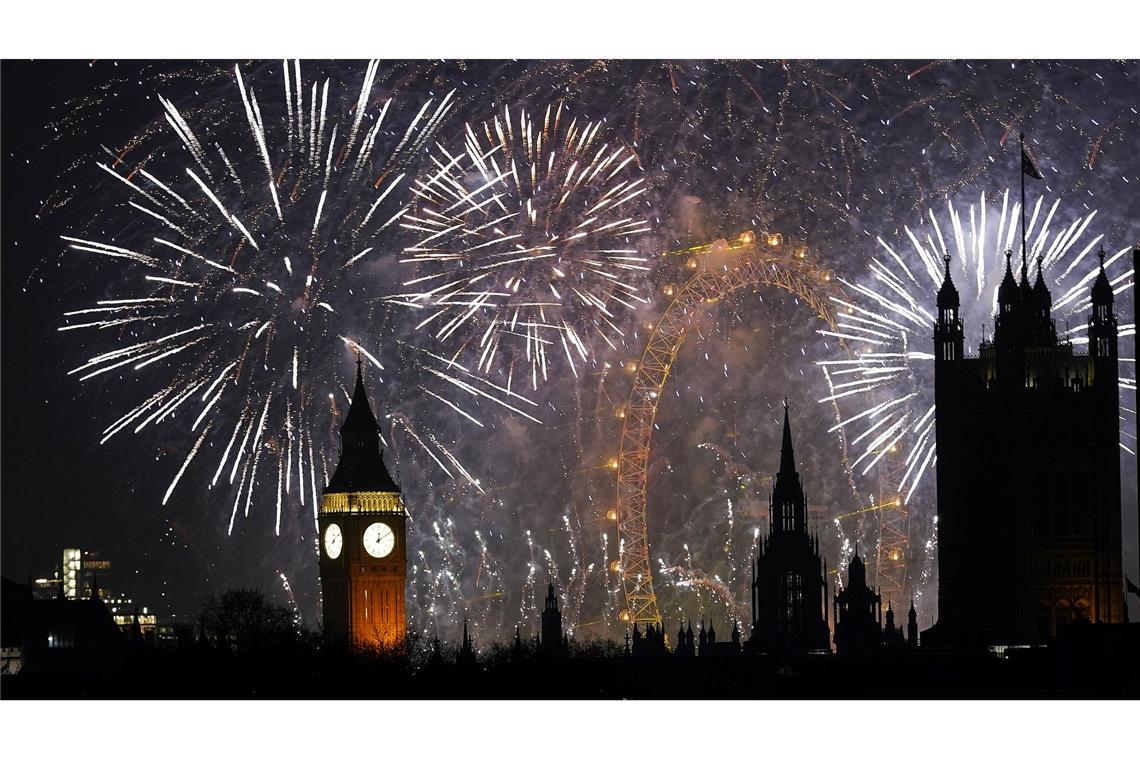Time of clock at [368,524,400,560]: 12:09
